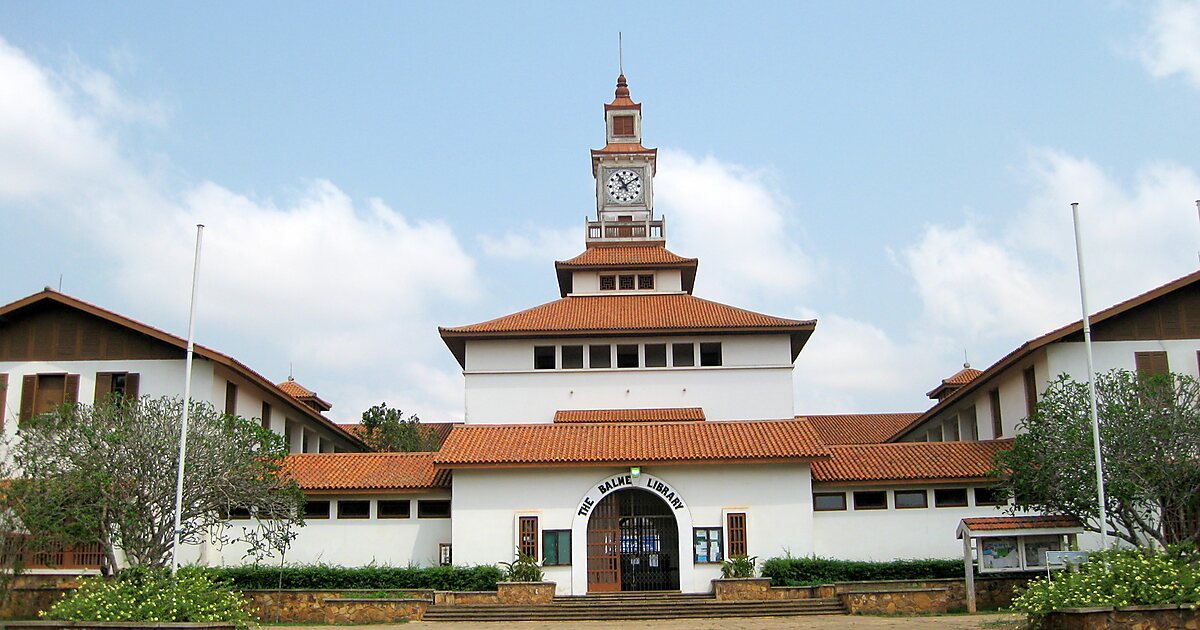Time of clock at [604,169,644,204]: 11:09
